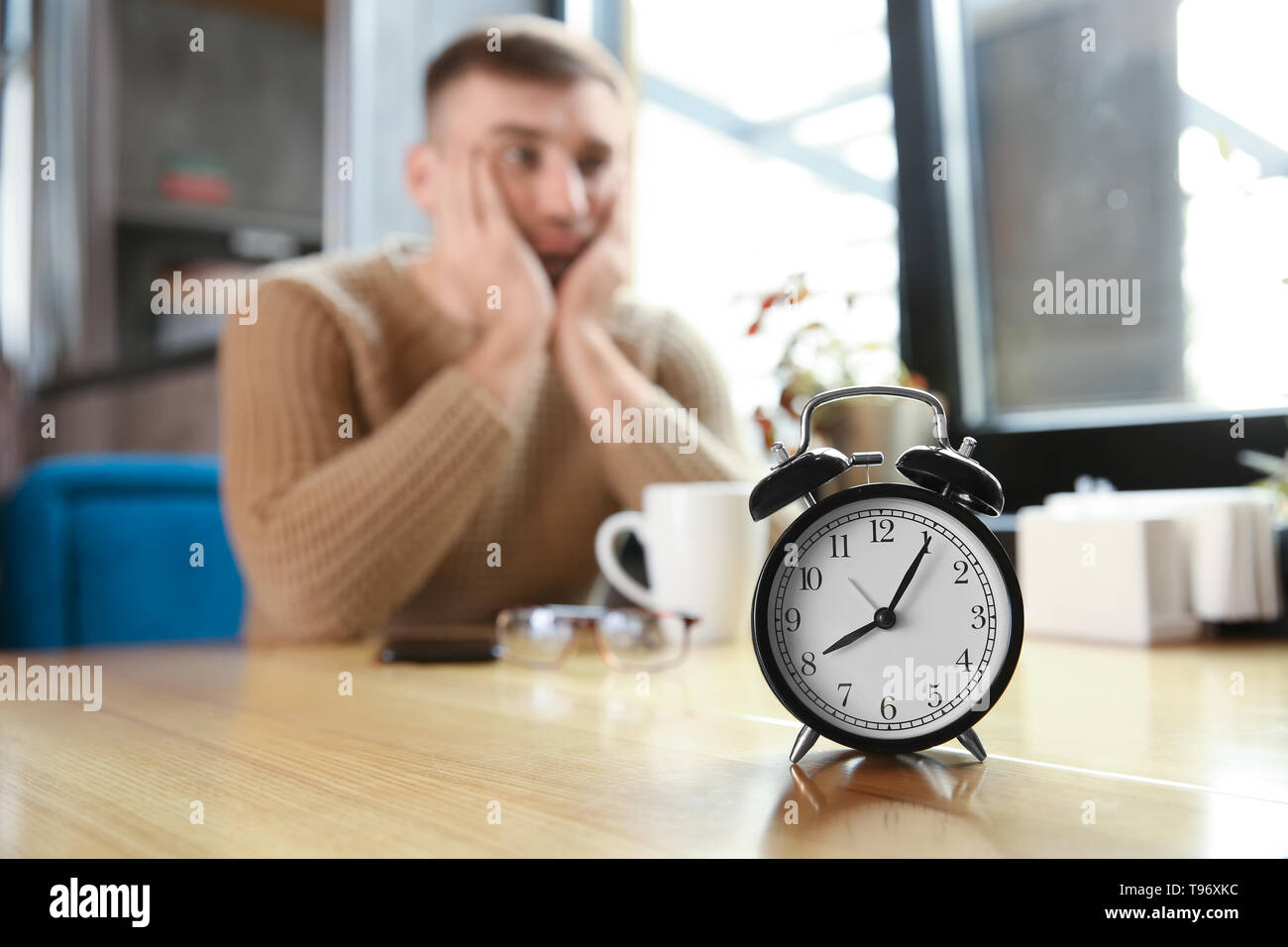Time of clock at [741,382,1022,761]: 8:05
